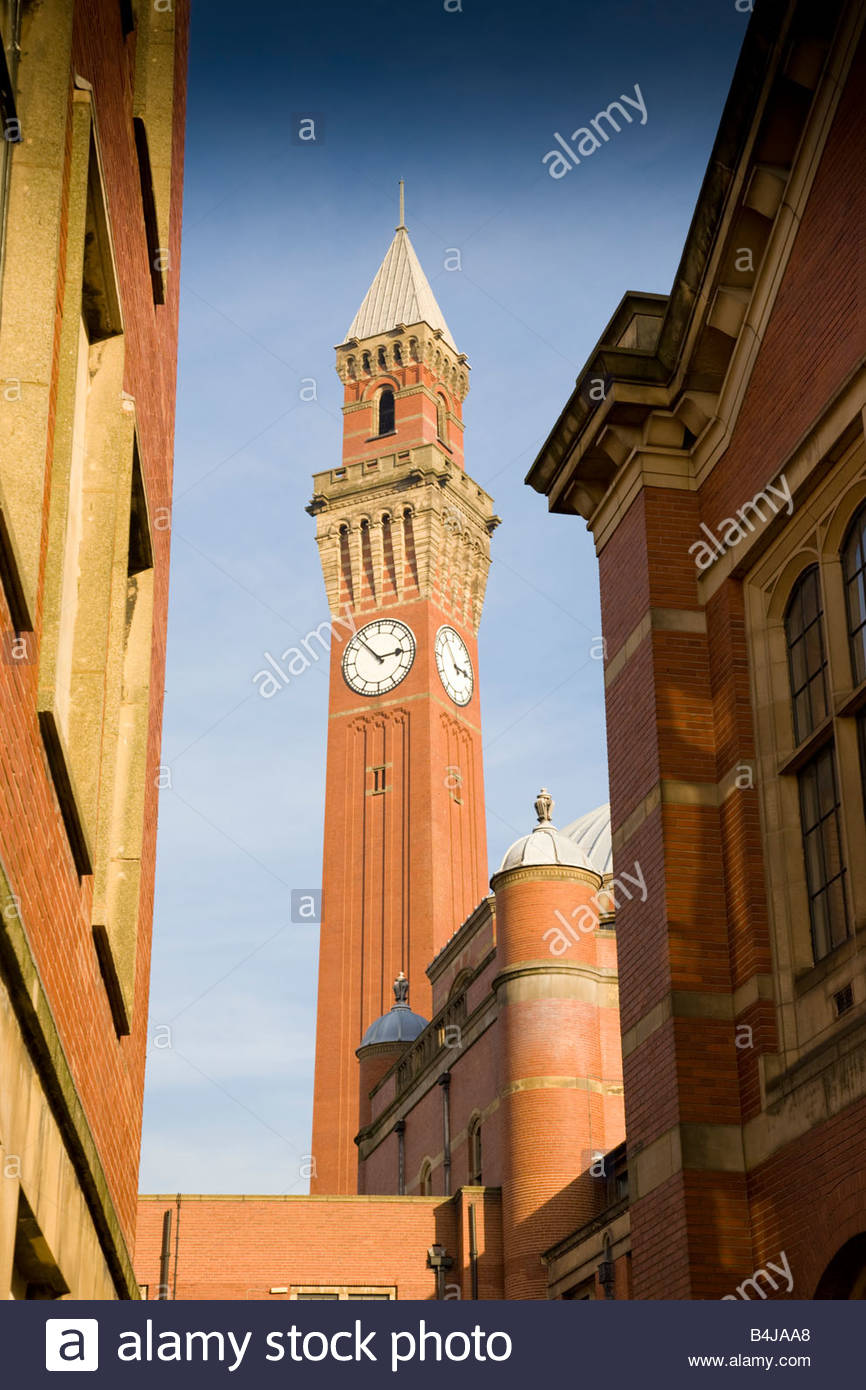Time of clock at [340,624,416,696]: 2:53
